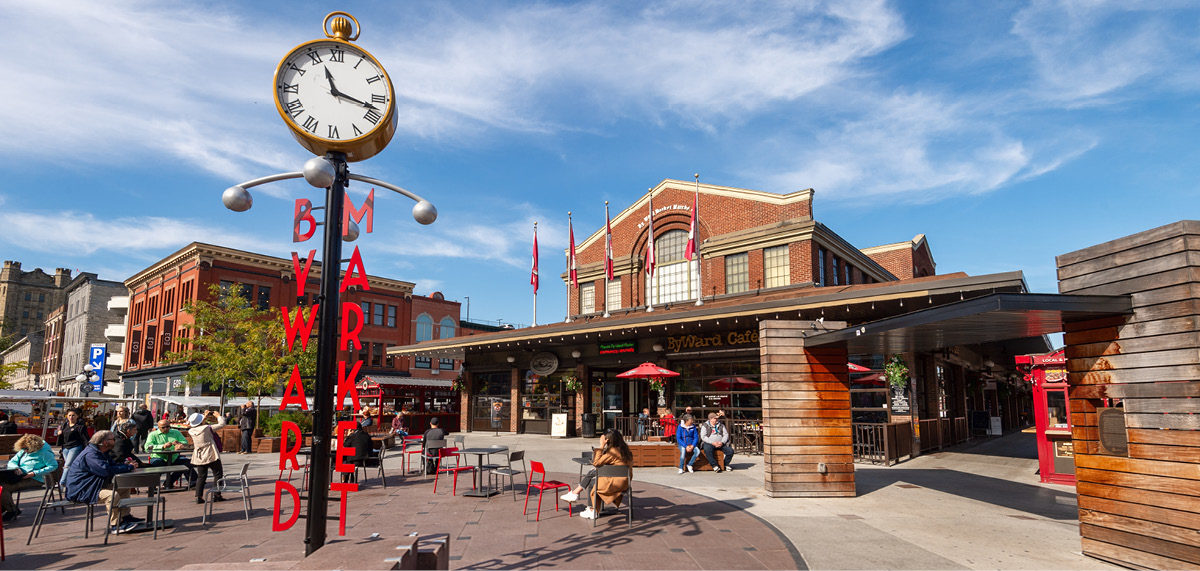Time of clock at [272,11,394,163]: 11:17
